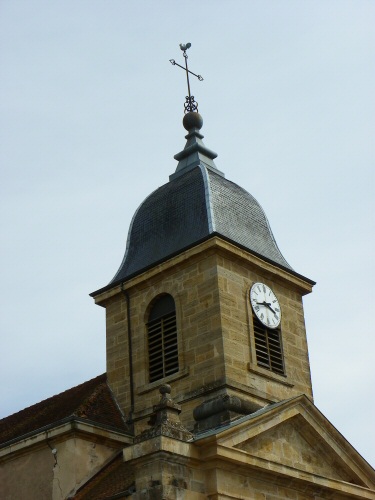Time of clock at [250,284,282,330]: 3:42
